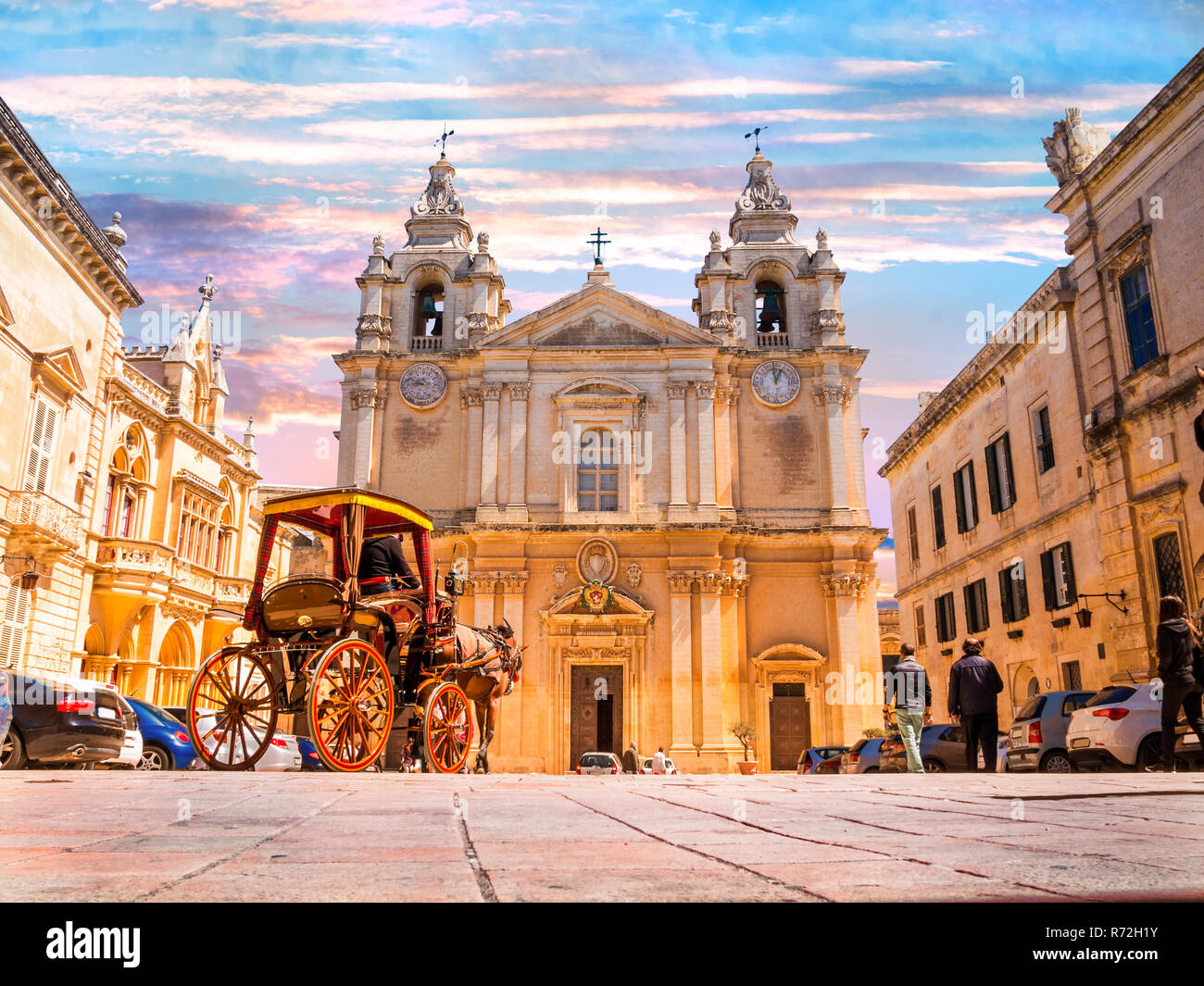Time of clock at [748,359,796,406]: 12:59
